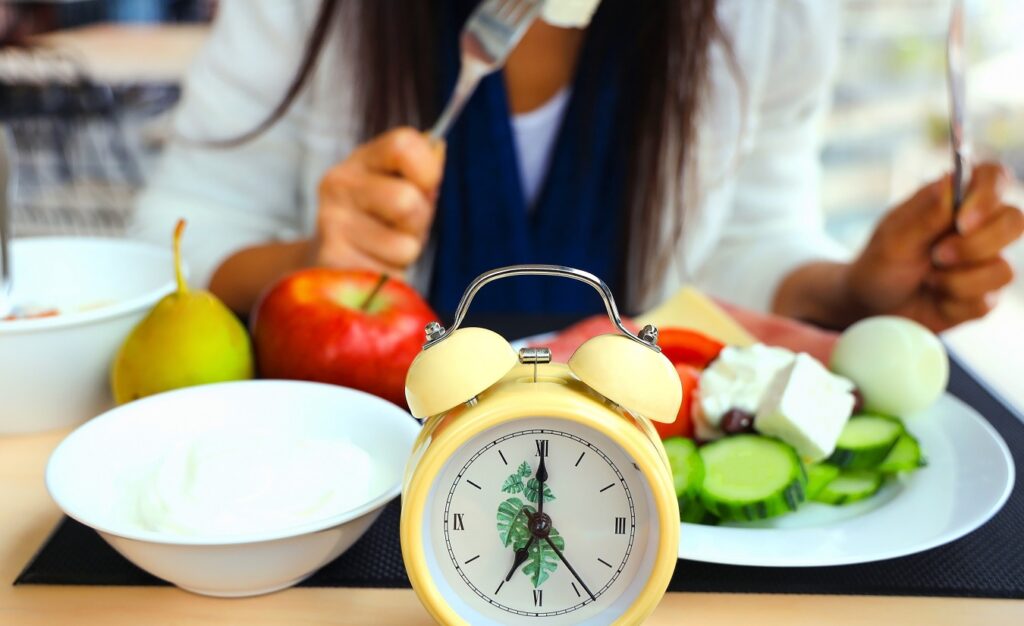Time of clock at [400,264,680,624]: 7:00
